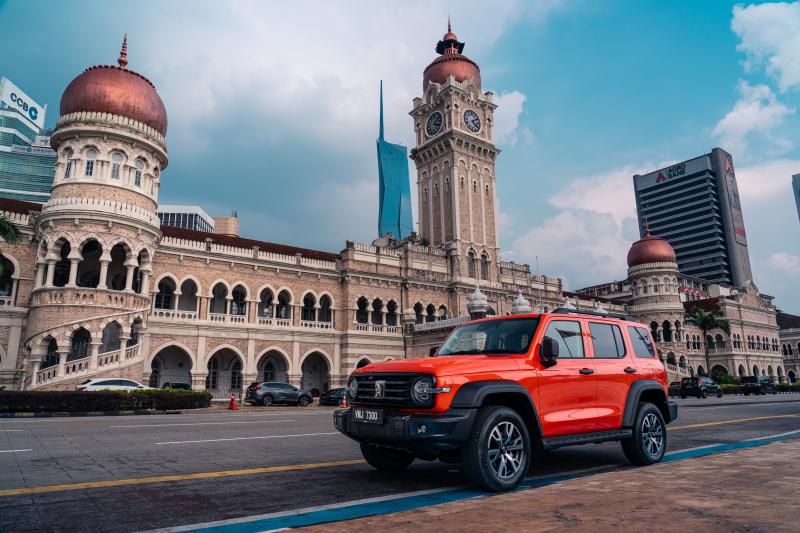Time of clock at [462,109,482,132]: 4:09
